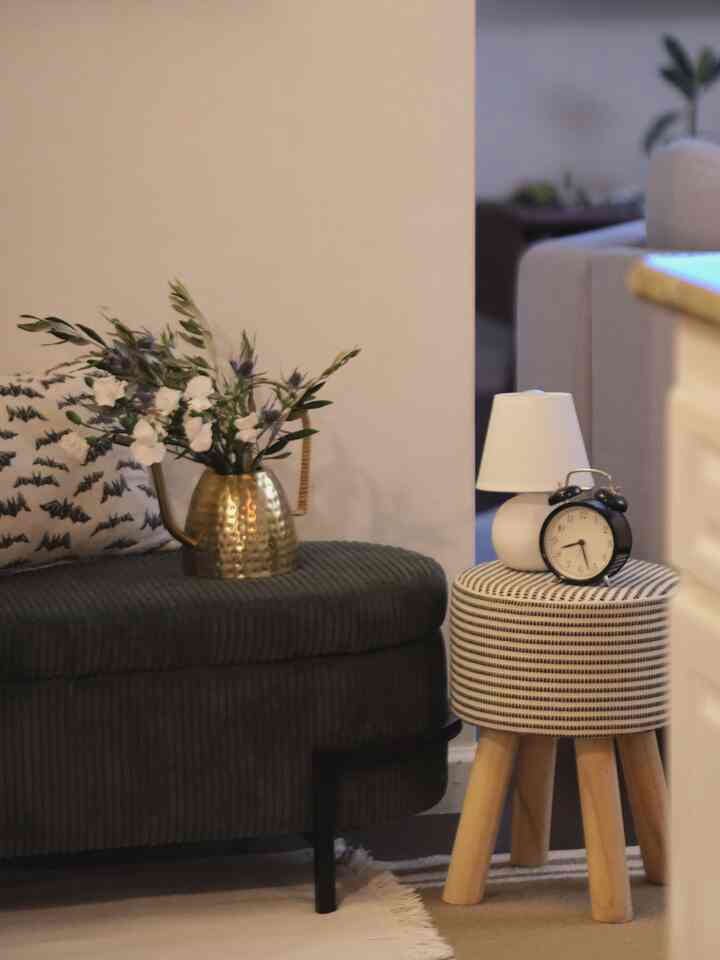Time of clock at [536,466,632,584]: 8:27
